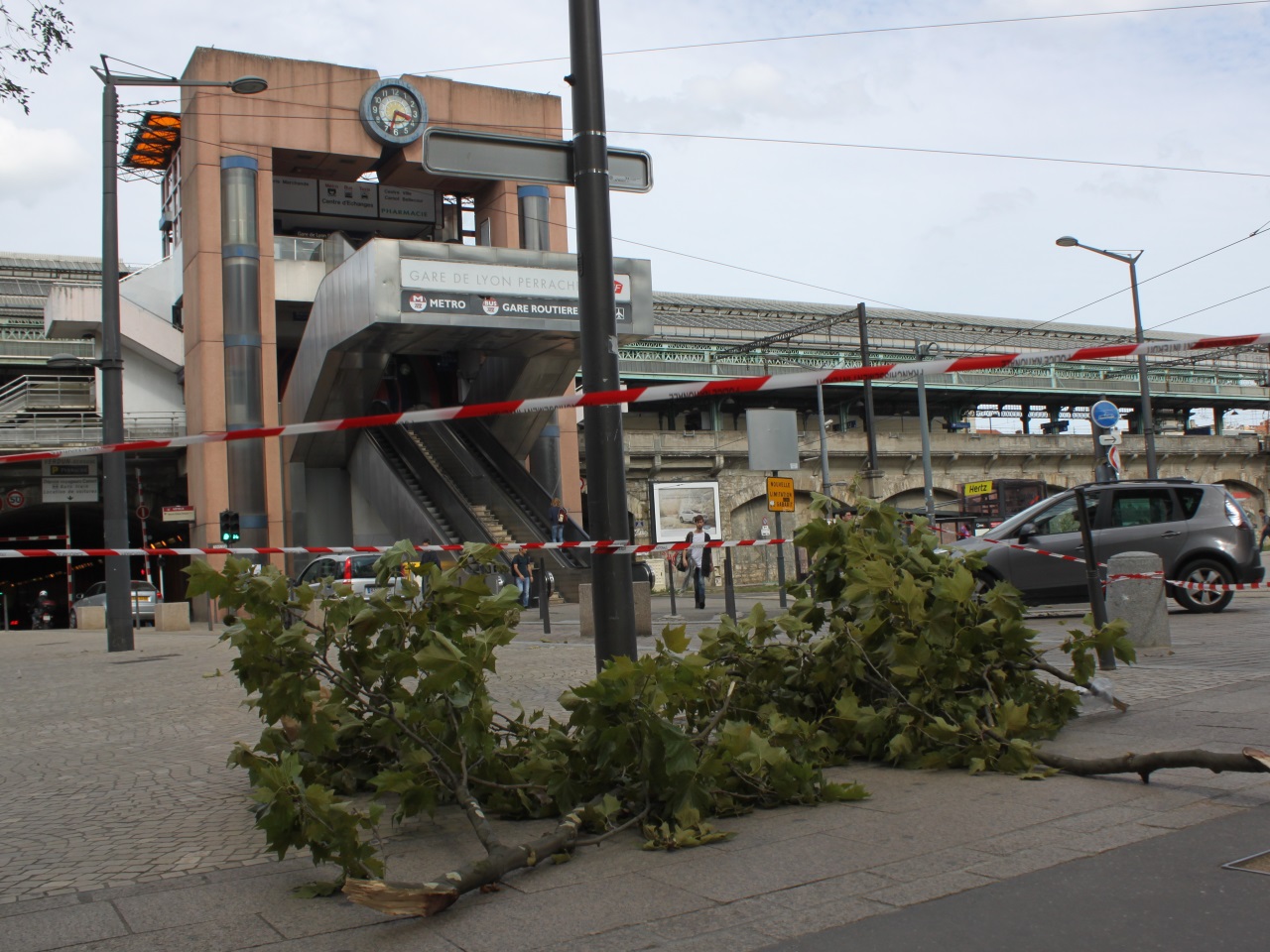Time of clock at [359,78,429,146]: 3:33
